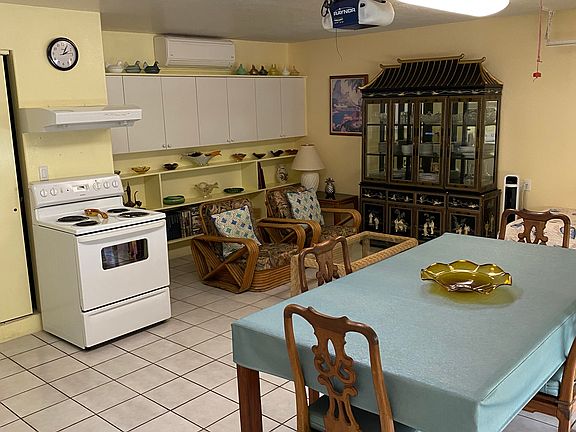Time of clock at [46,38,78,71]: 2:04
